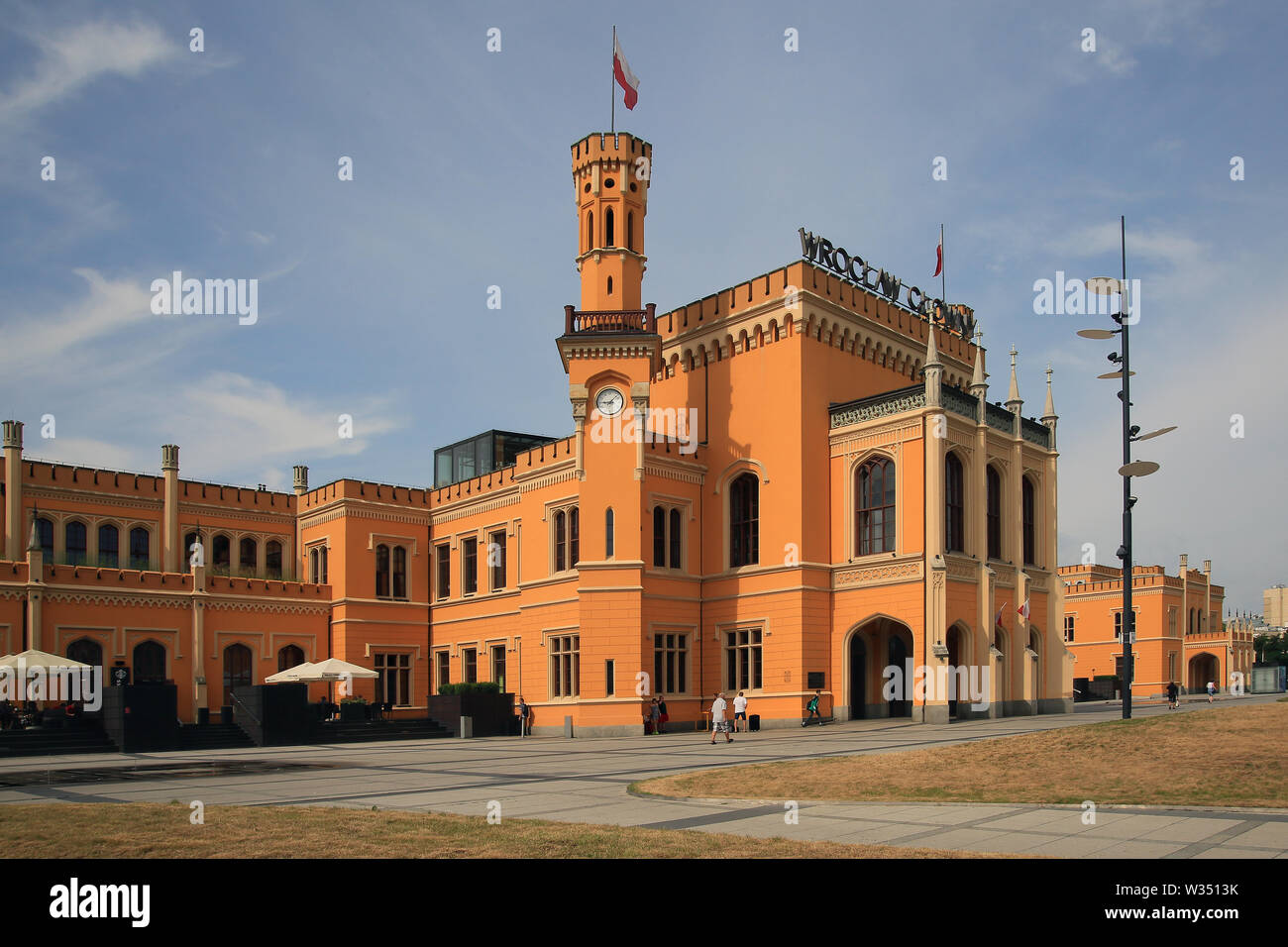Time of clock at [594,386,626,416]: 9:07
